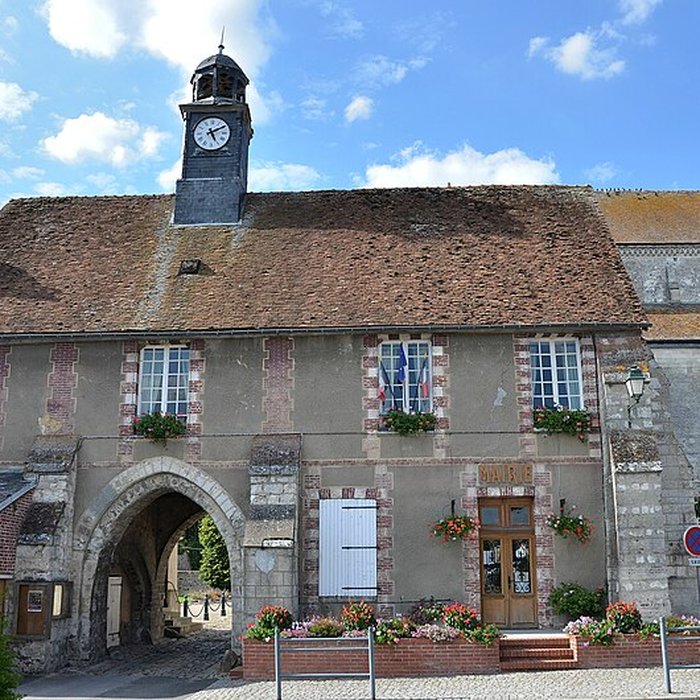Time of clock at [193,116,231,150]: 5:09
